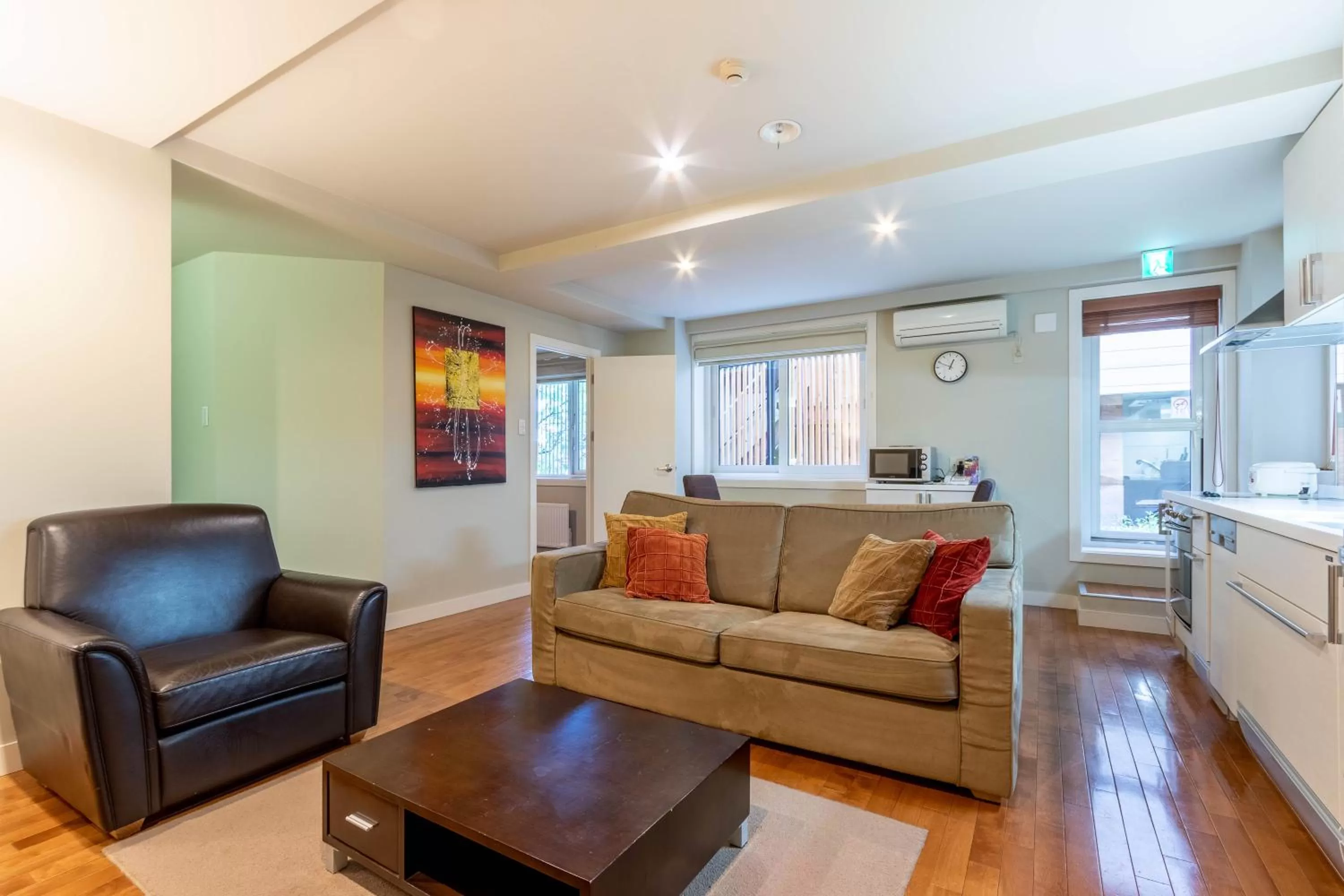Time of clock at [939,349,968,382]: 12:49
